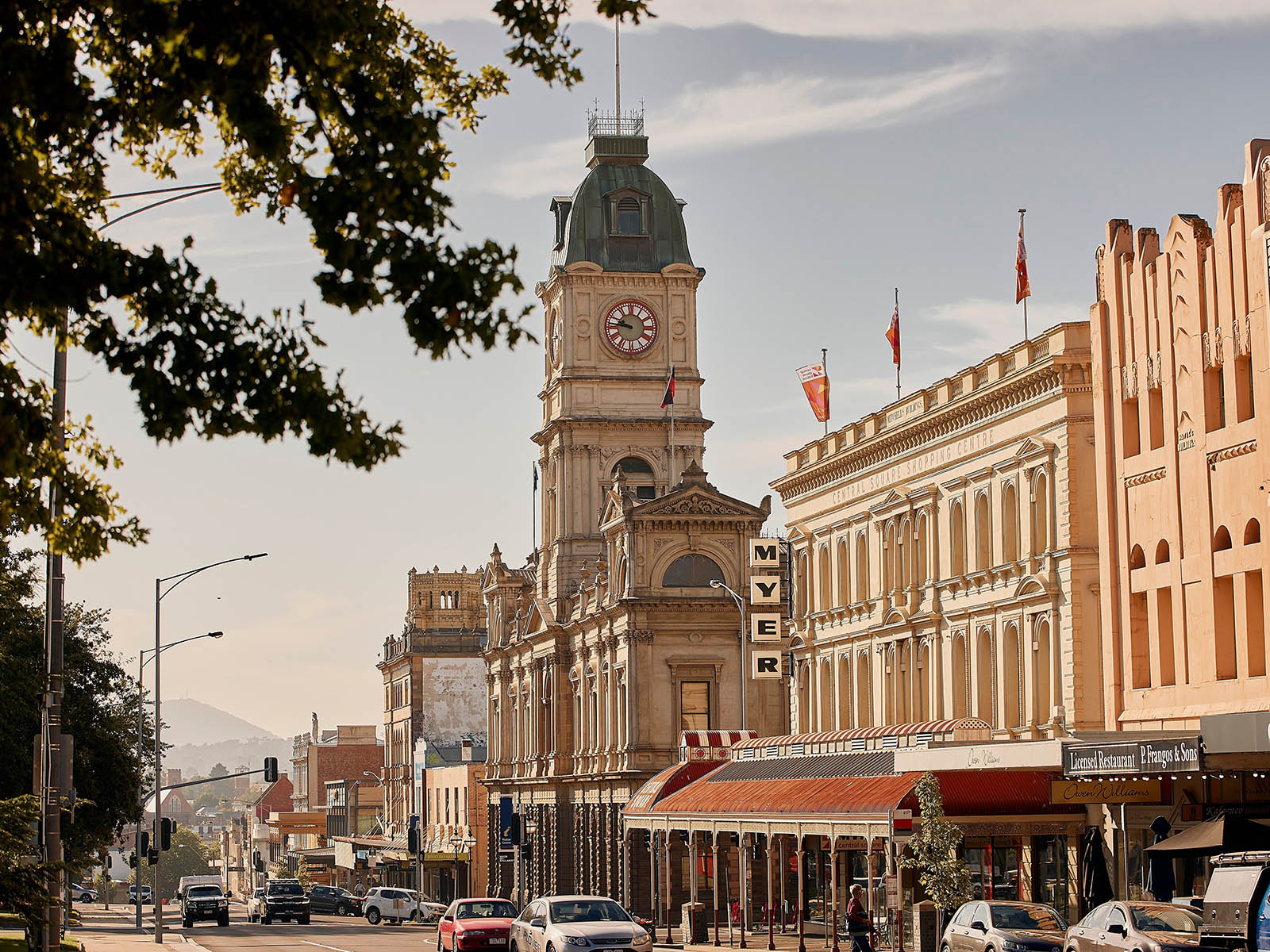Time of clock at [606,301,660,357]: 9:45
